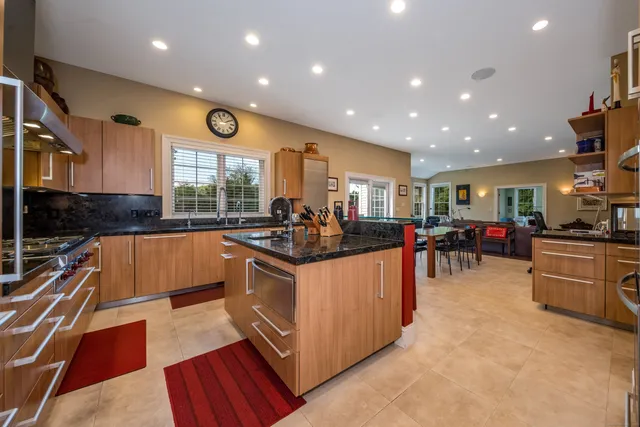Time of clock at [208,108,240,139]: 1:54
